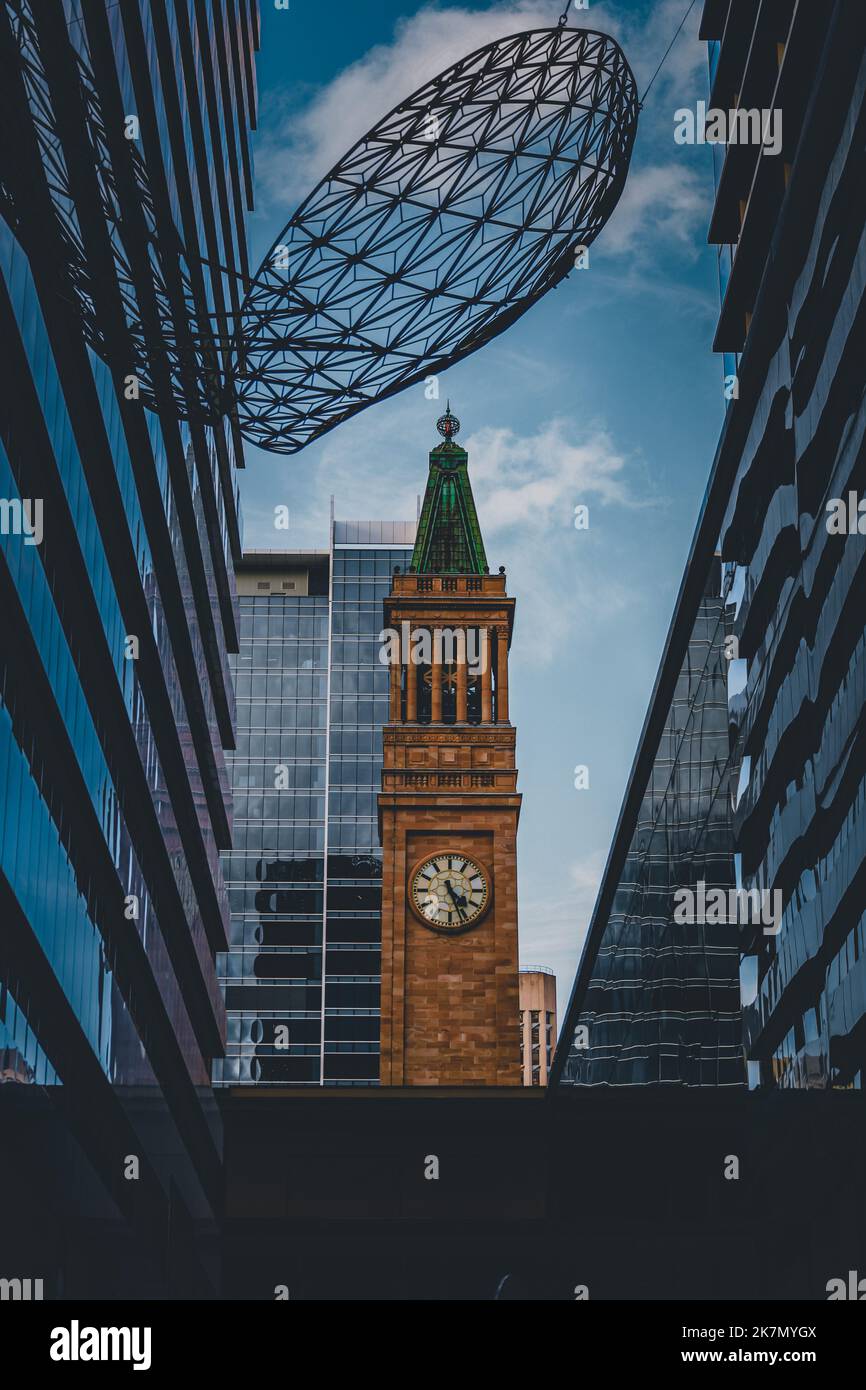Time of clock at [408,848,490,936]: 4:26
